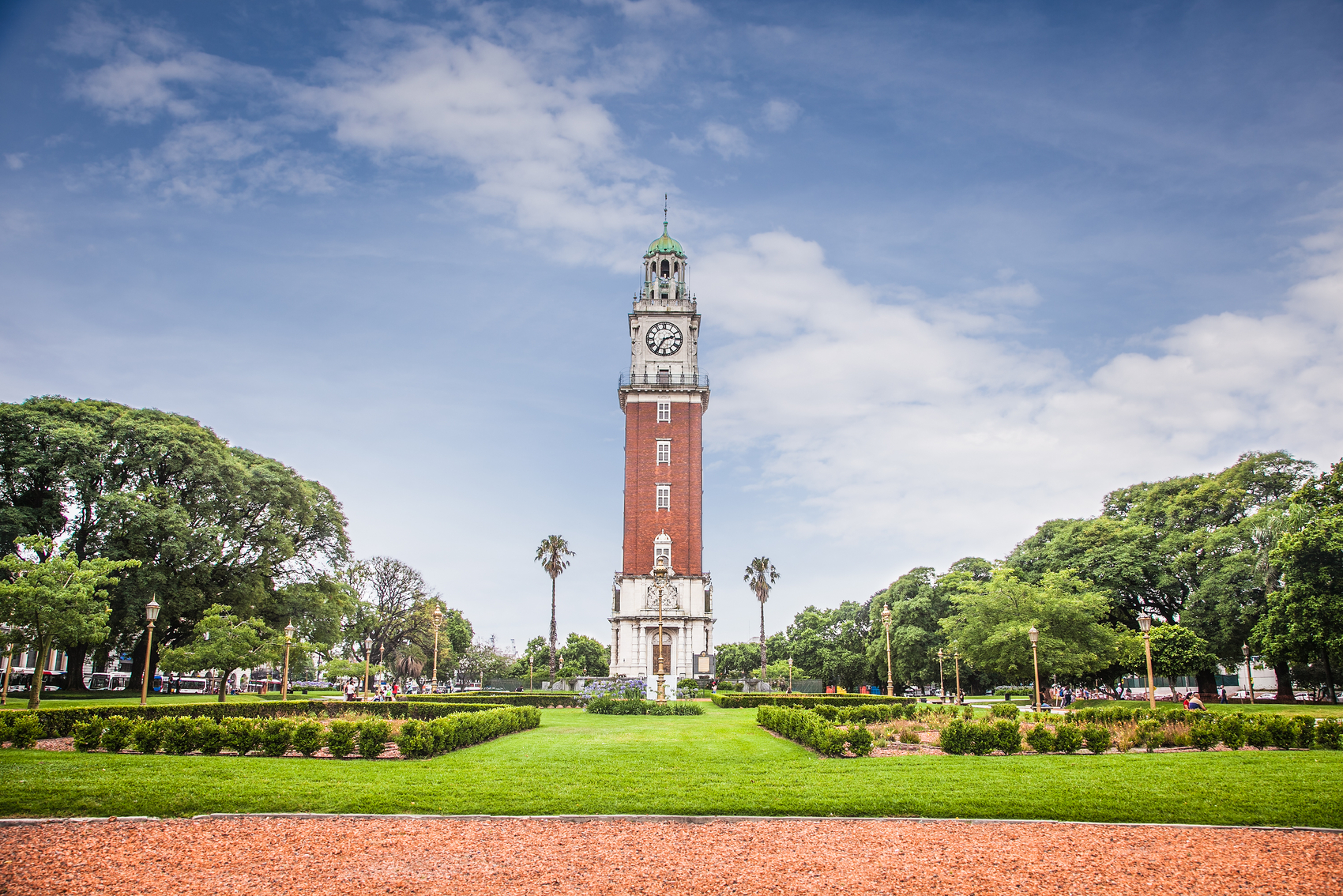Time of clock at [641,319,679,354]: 2:35
